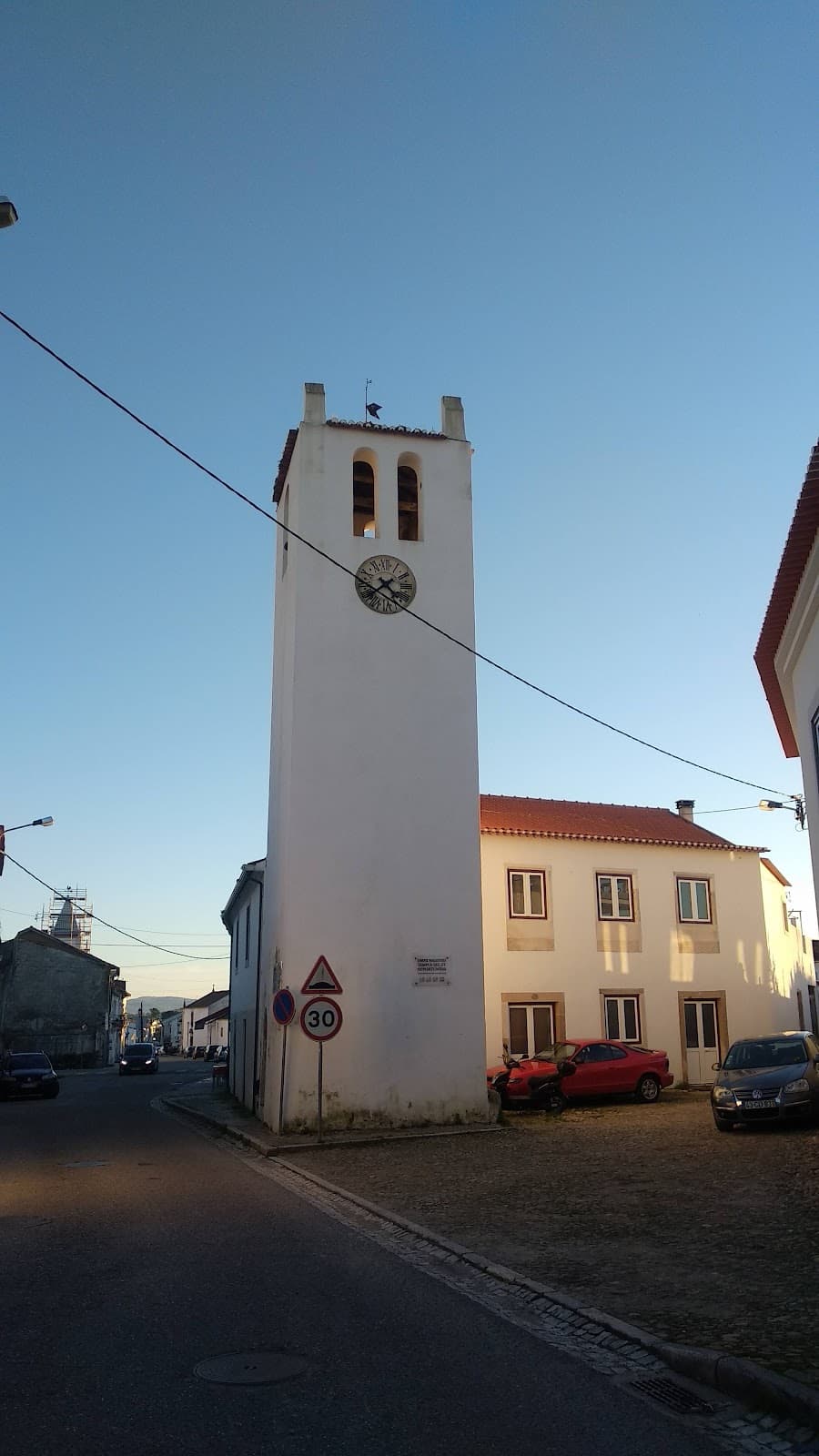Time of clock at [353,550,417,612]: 4:38
